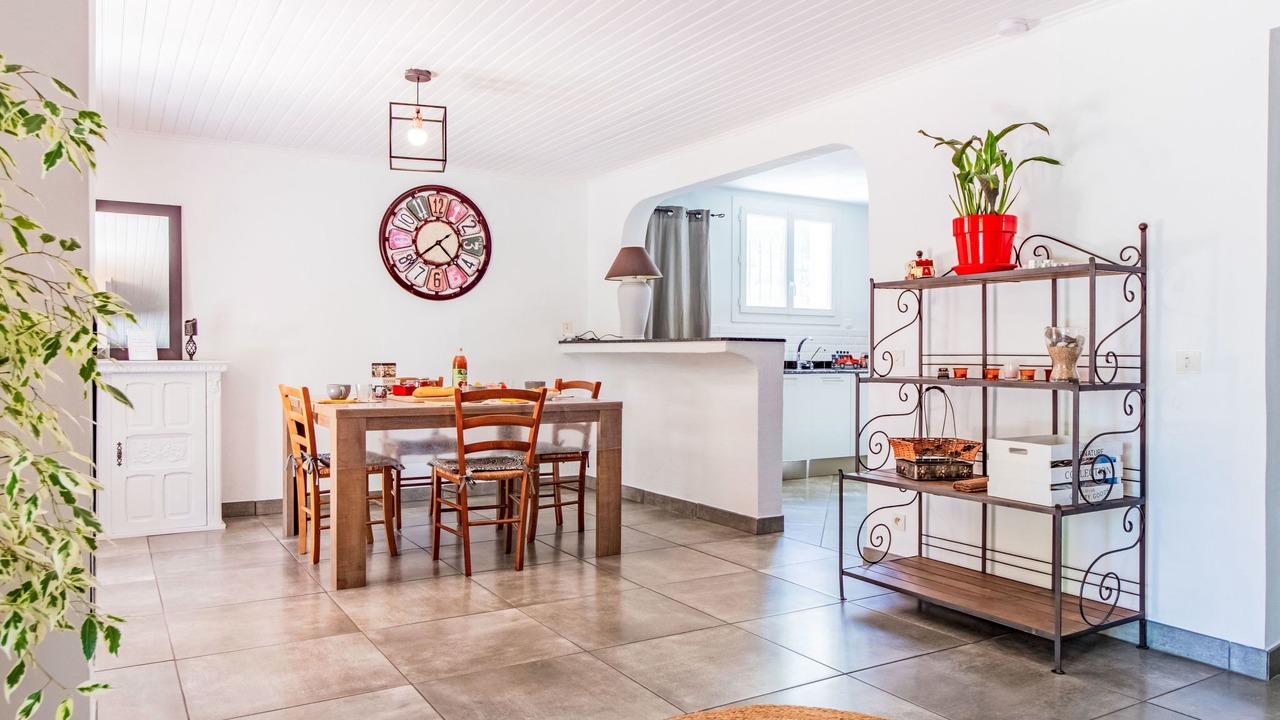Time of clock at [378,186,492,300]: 4:39
